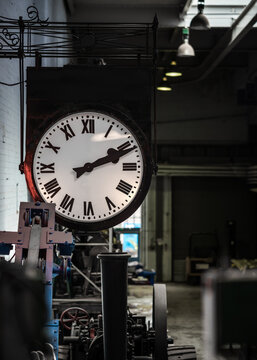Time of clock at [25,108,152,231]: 2:11
